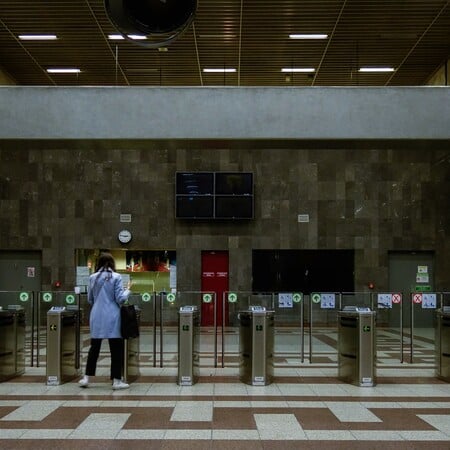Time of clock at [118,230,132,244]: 2:46
